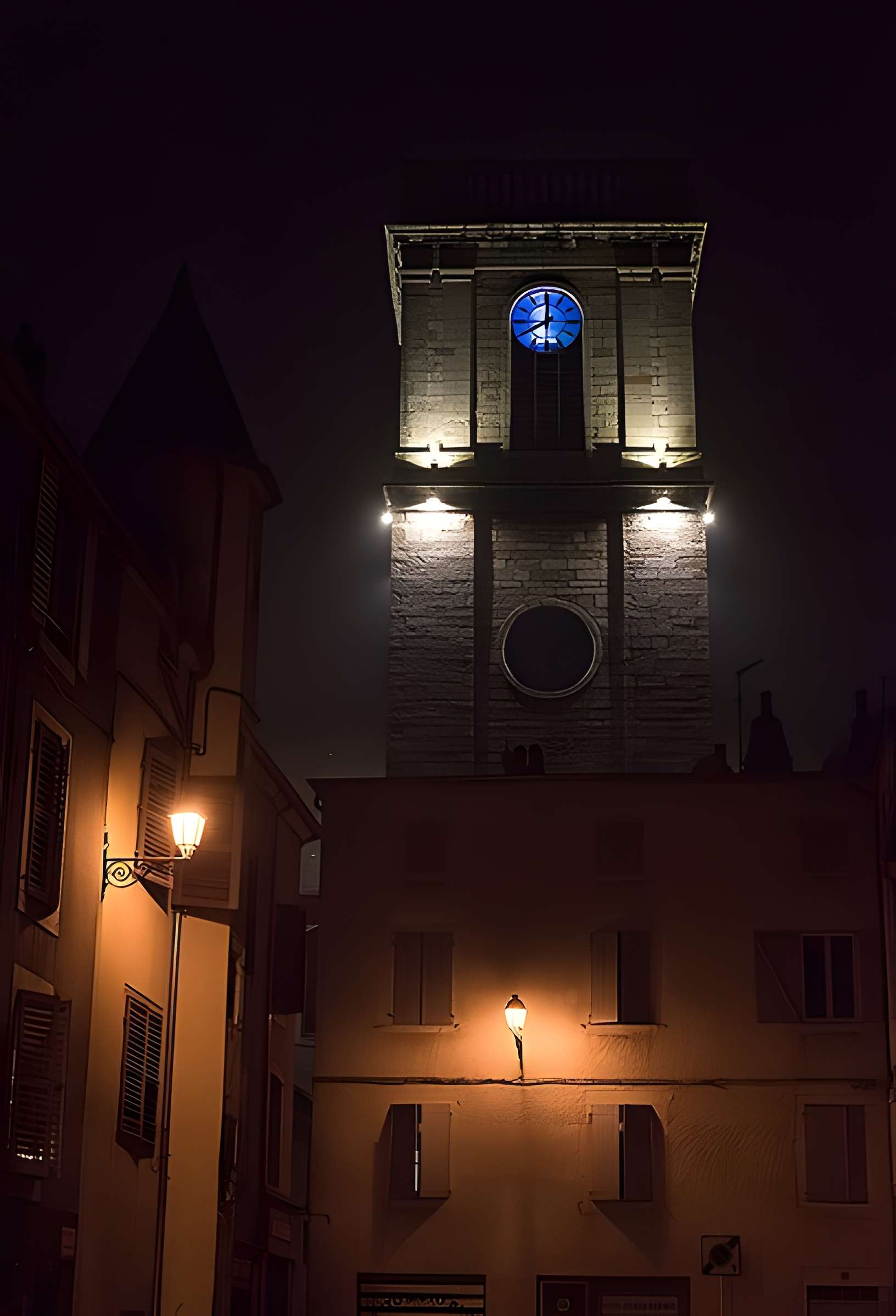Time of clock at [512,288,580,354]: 7:59
